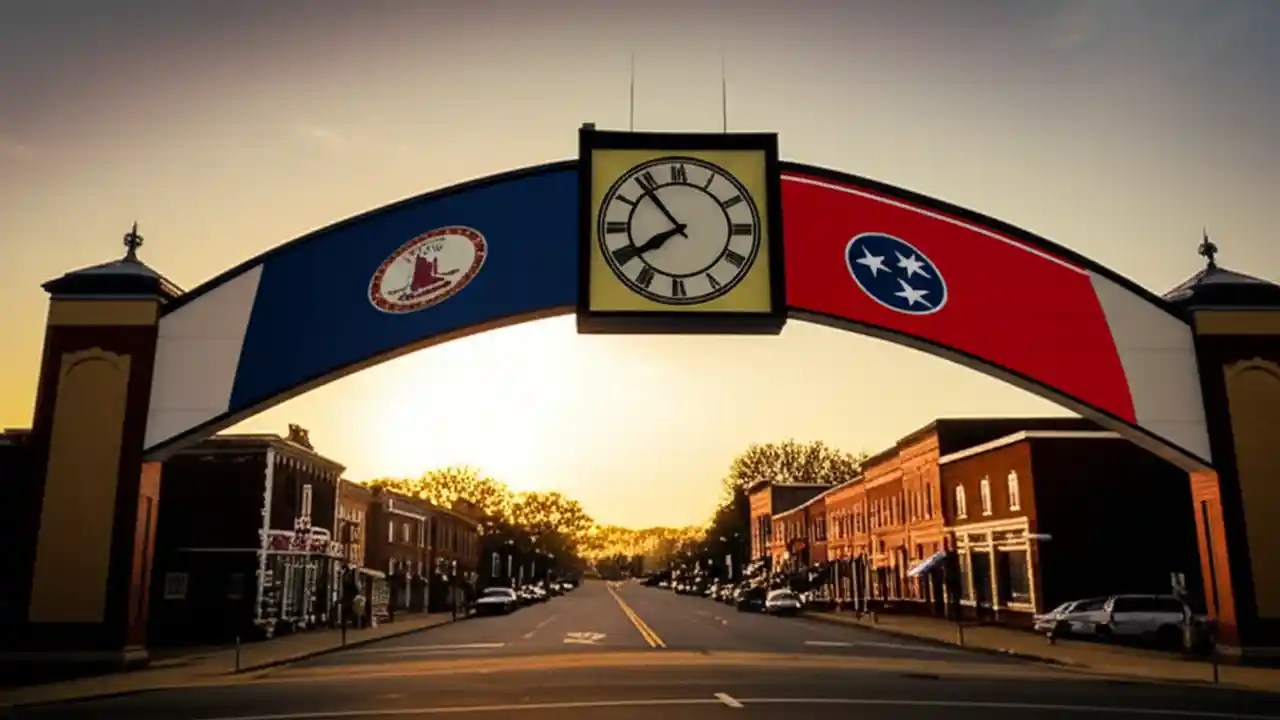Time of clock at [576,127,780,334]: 7:53
